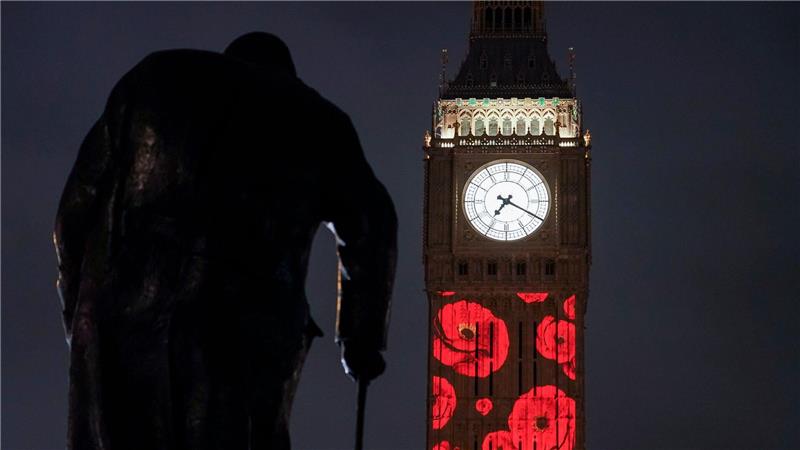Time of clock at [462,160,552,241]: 7:19
